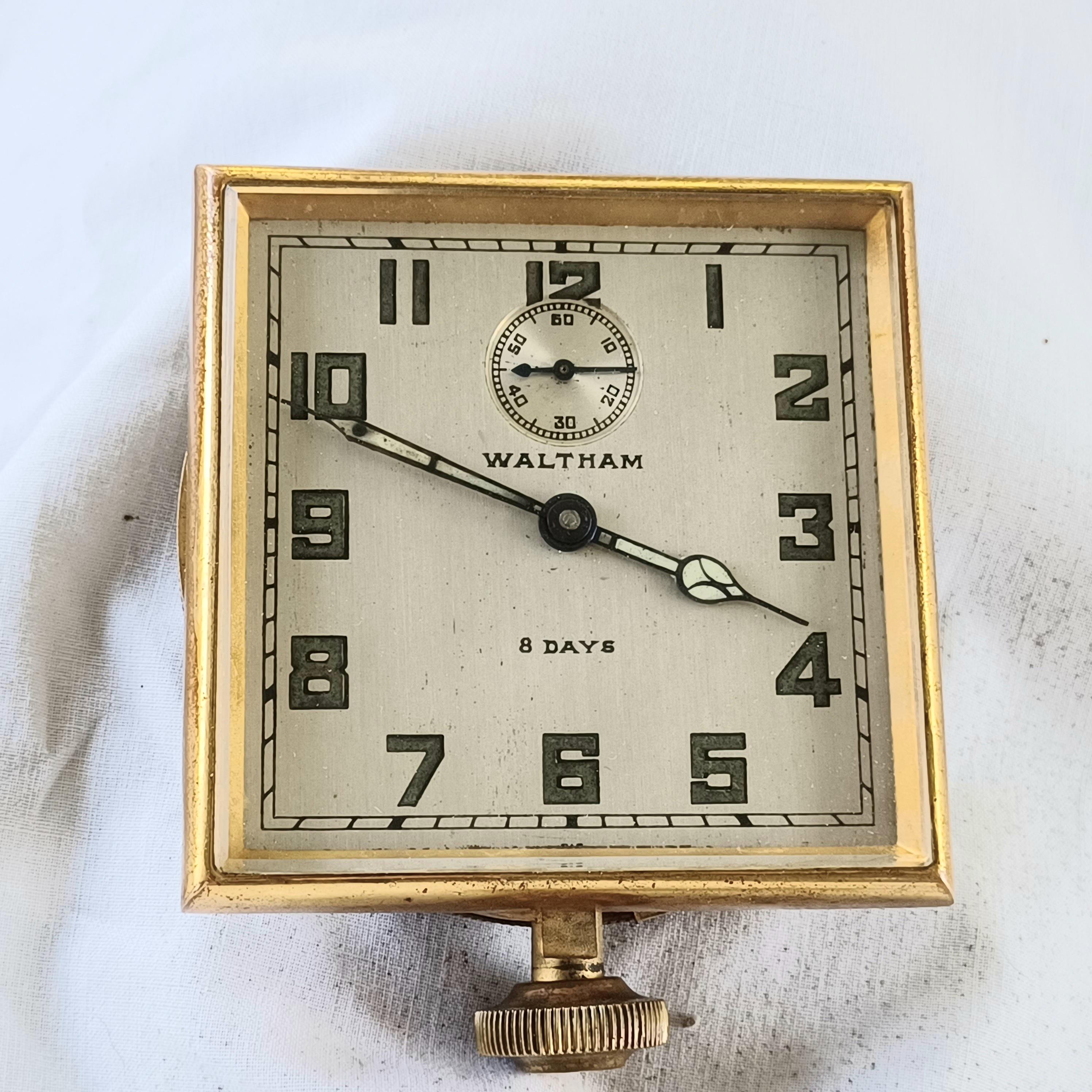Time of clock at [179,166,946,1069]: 3:48
